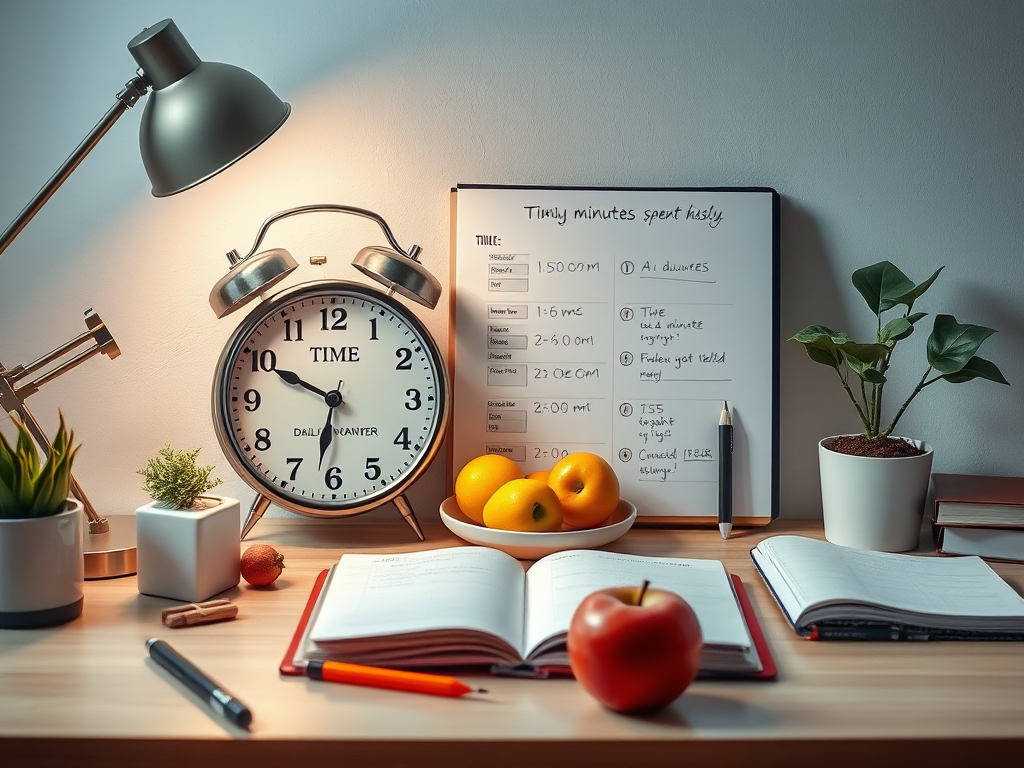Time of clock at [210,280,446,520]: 9:49
